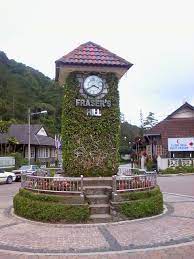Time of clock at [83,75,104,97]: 3:40
